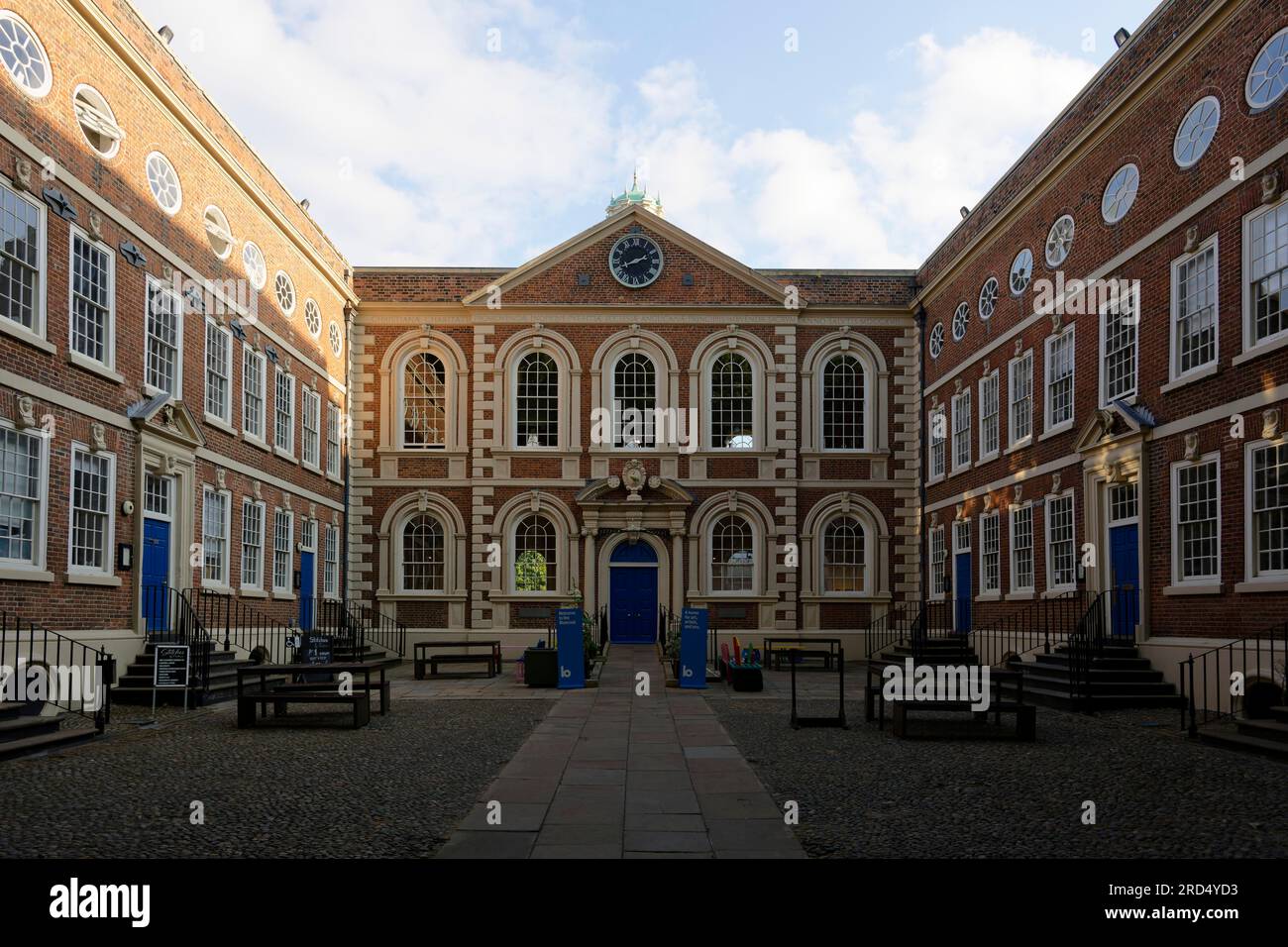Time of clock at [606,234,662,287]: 1:41
